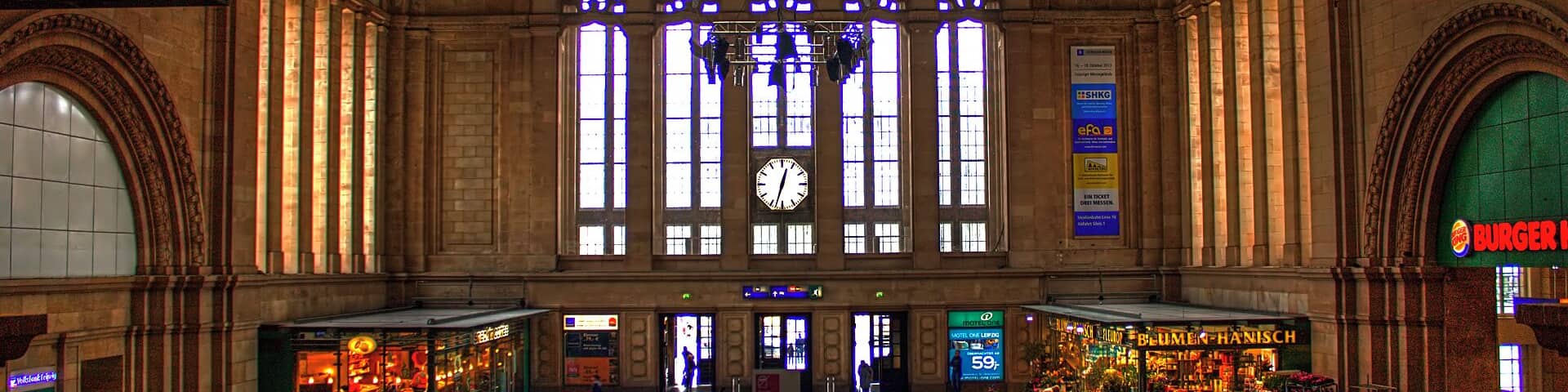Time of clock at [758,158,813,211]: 12:32
